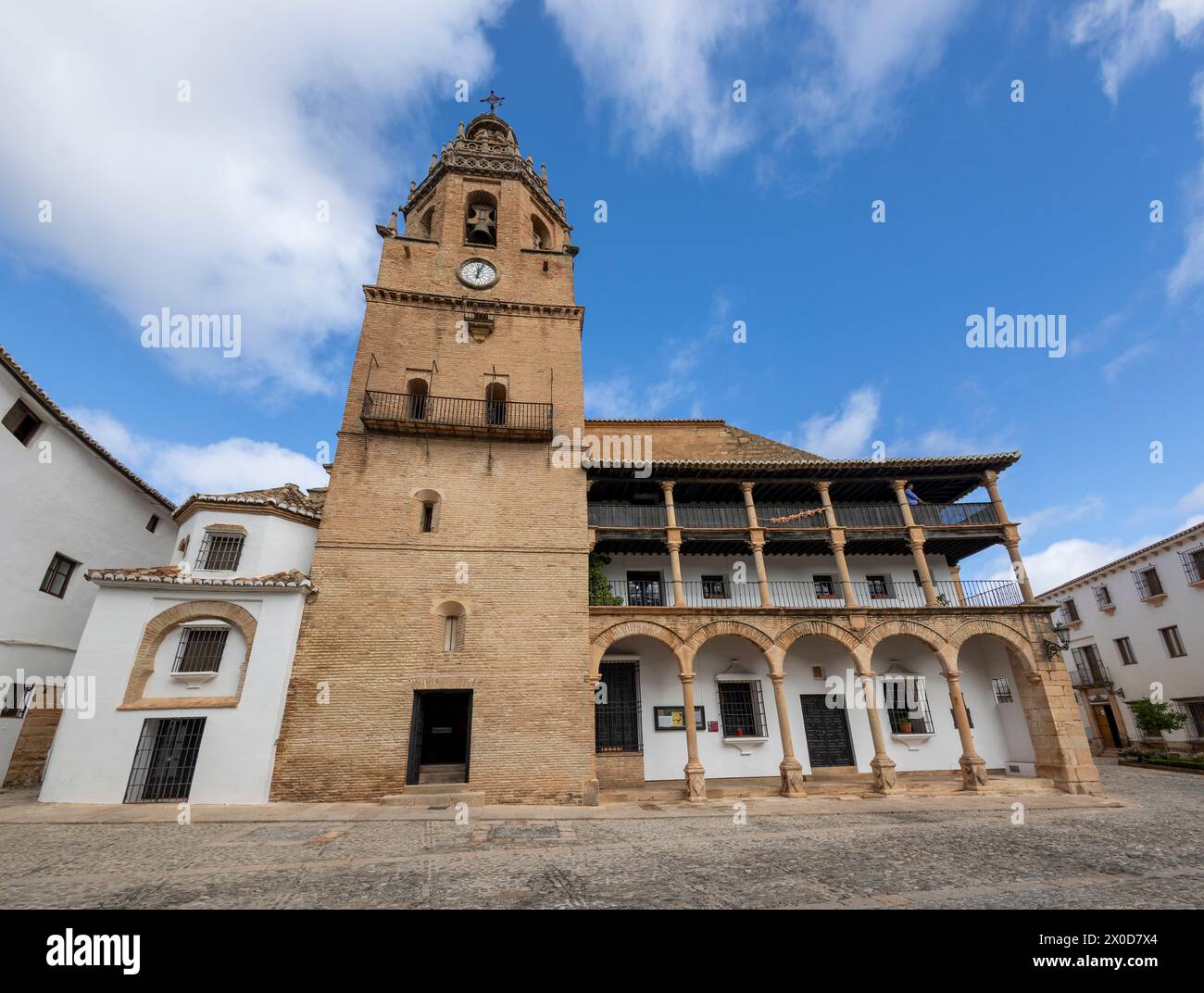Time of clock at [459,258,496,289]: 12:03
